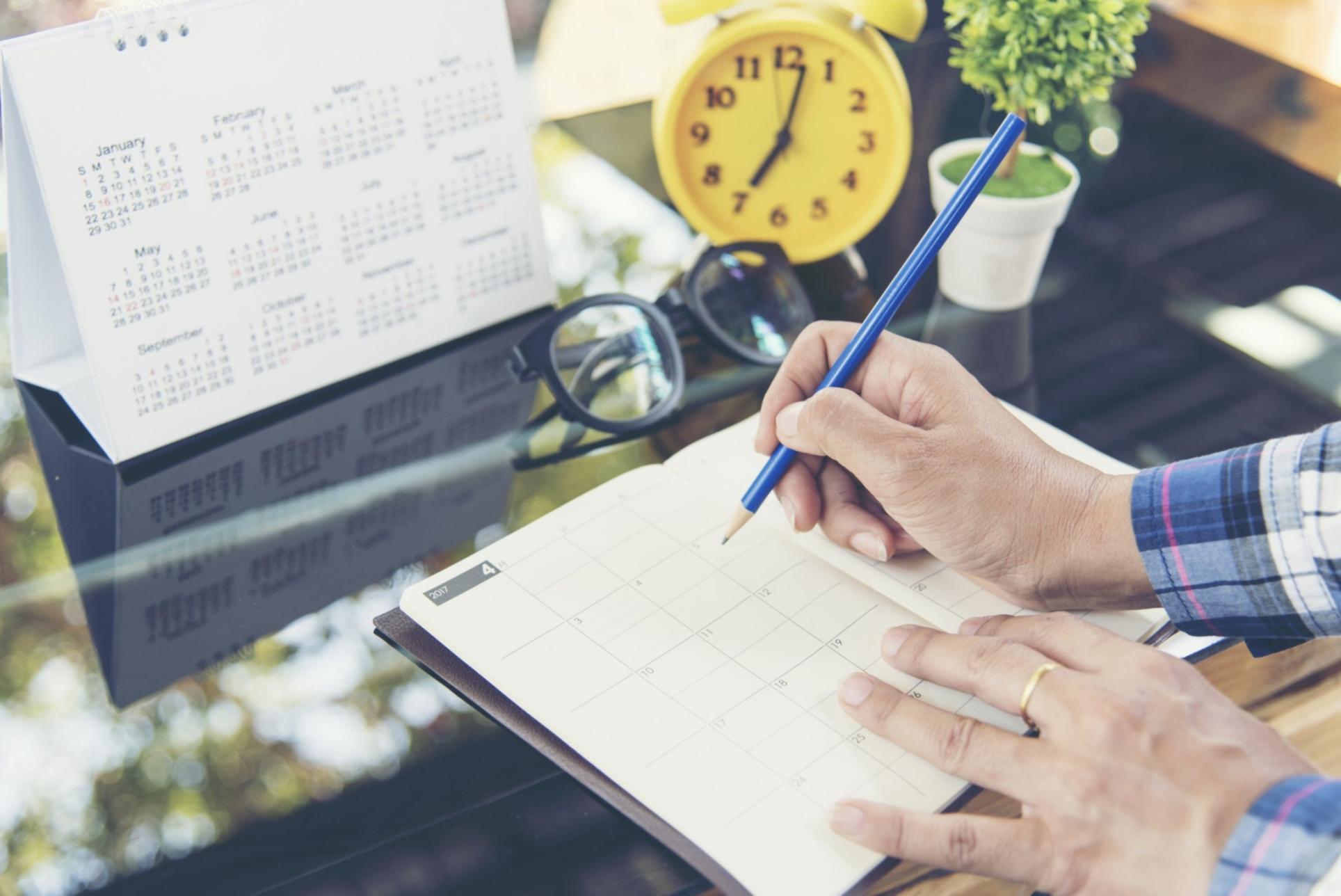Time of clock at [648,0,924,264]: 7:02
